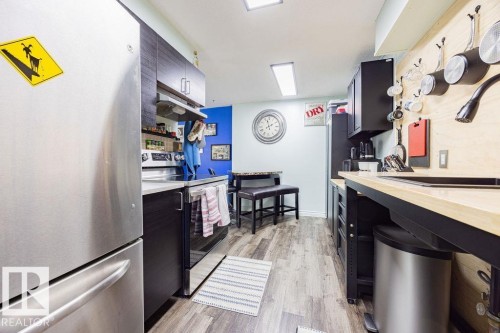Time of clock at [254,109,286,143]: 1:57
